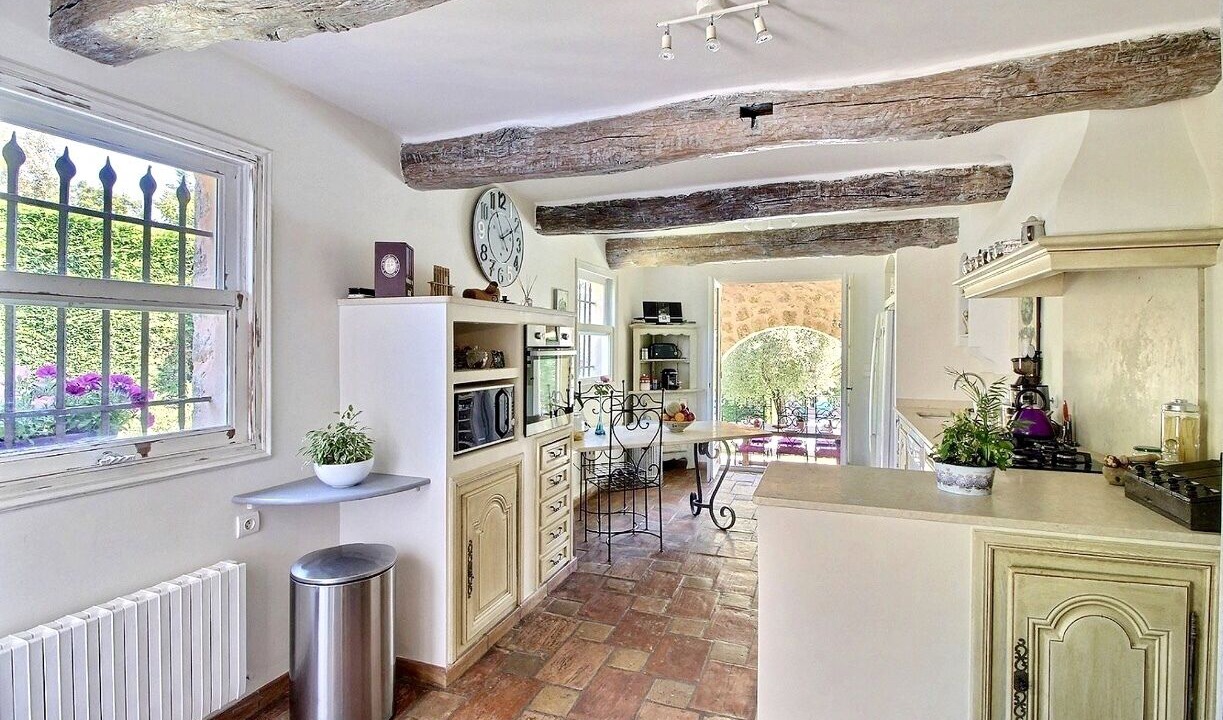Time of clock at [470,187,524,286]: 2:11
